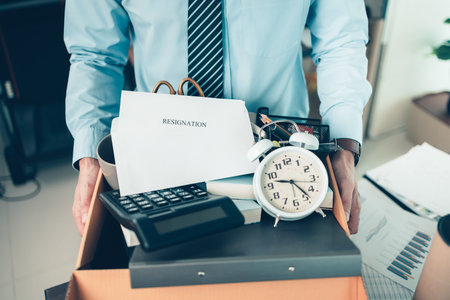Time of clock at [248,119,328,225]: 9:23
